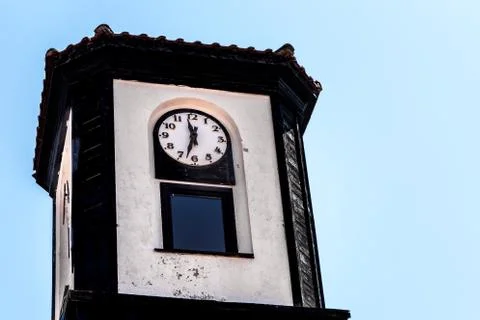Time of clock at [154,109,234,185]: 11:32
